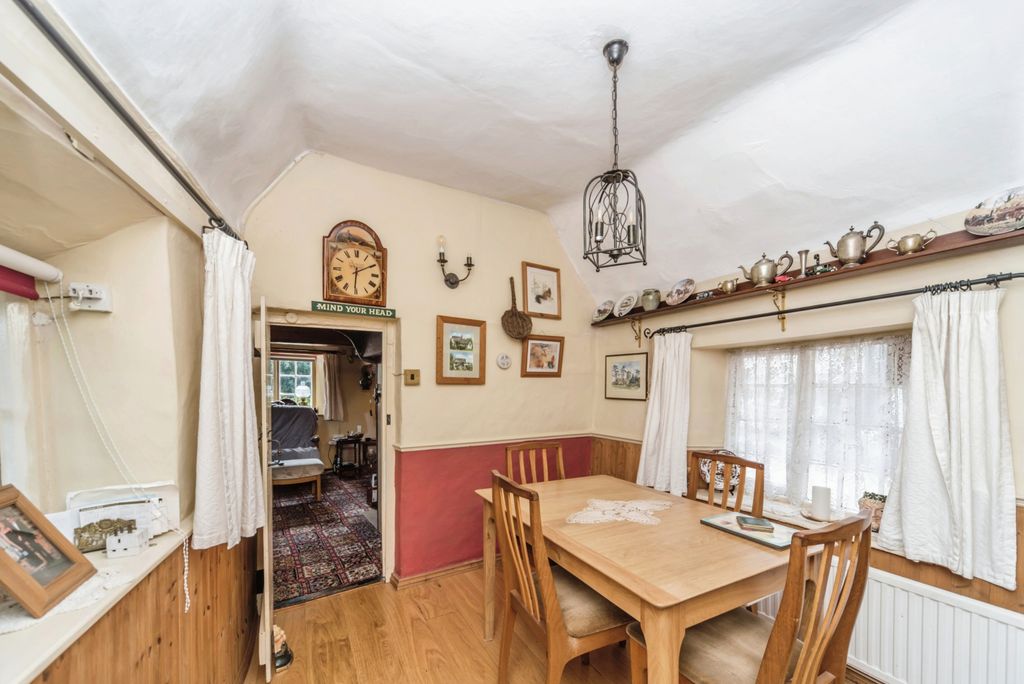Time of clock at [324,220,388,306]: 6:10
